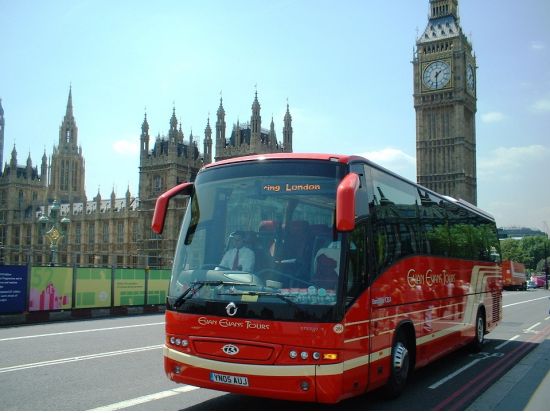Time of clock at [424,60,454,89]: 1:30
